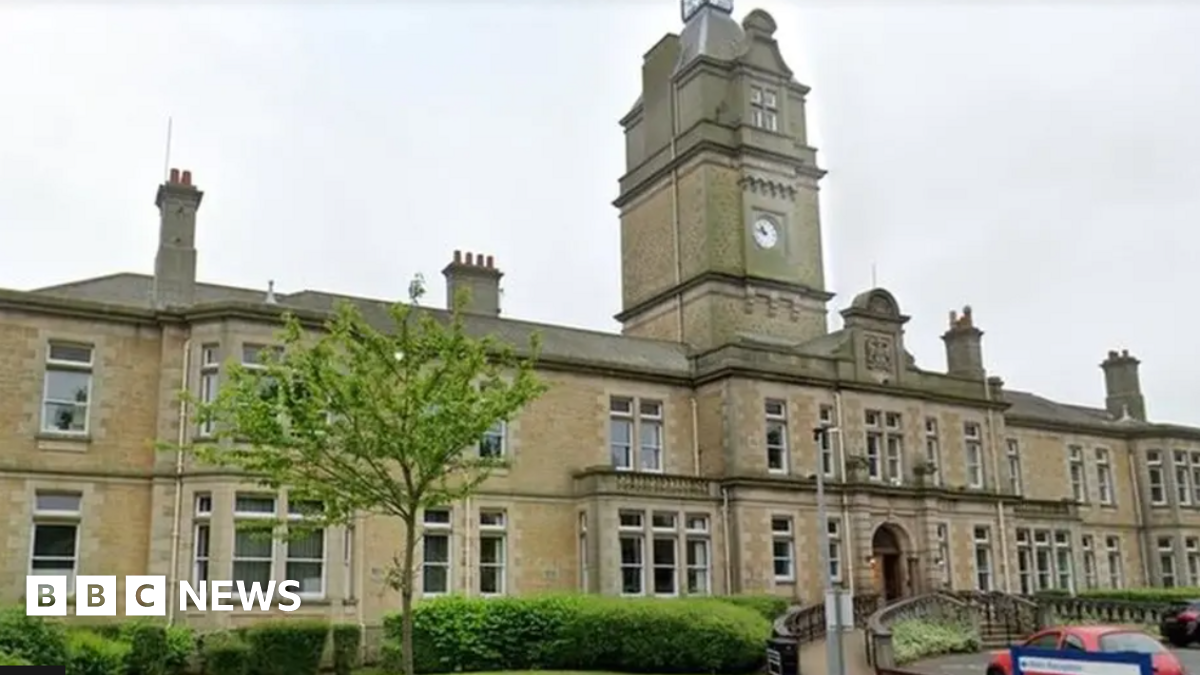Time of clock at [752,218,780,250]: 10:47
